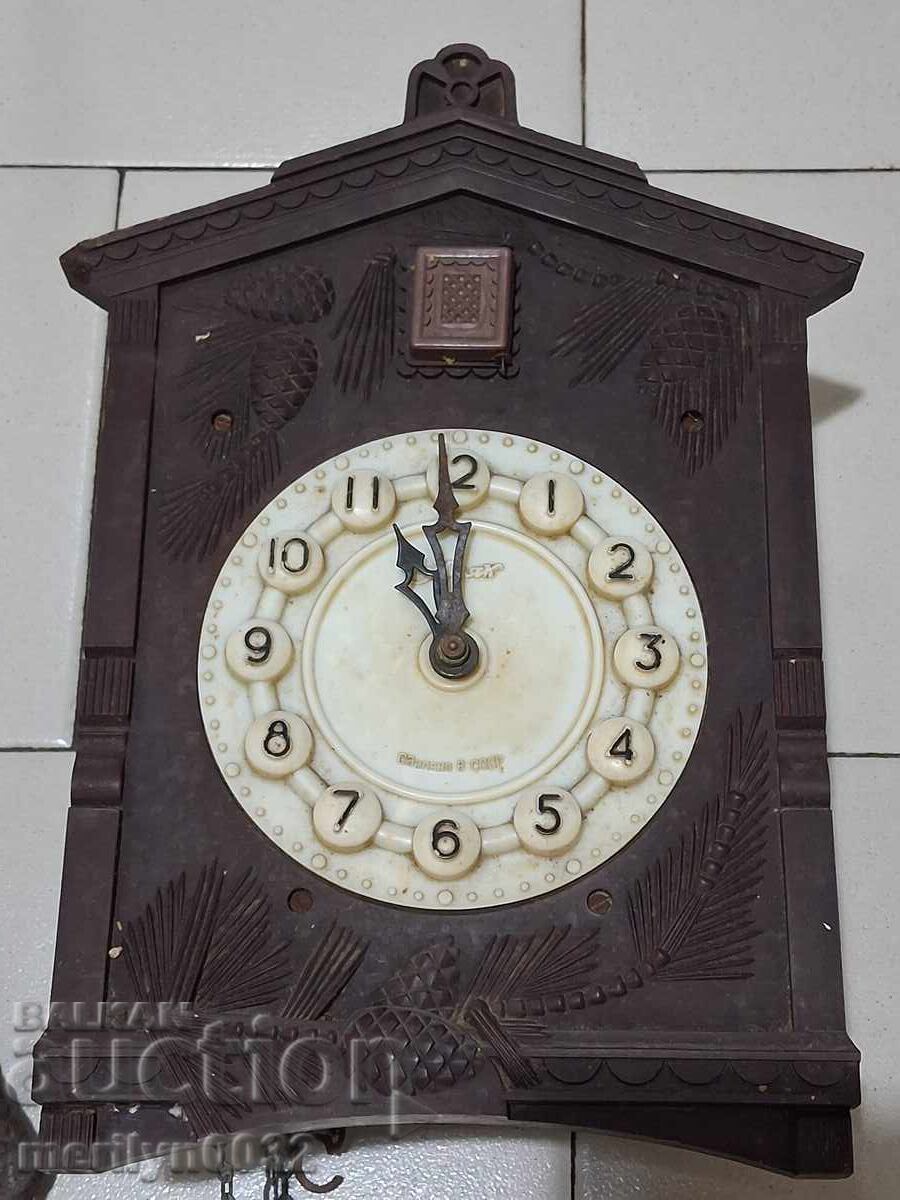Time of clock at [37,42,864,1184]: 10:59
